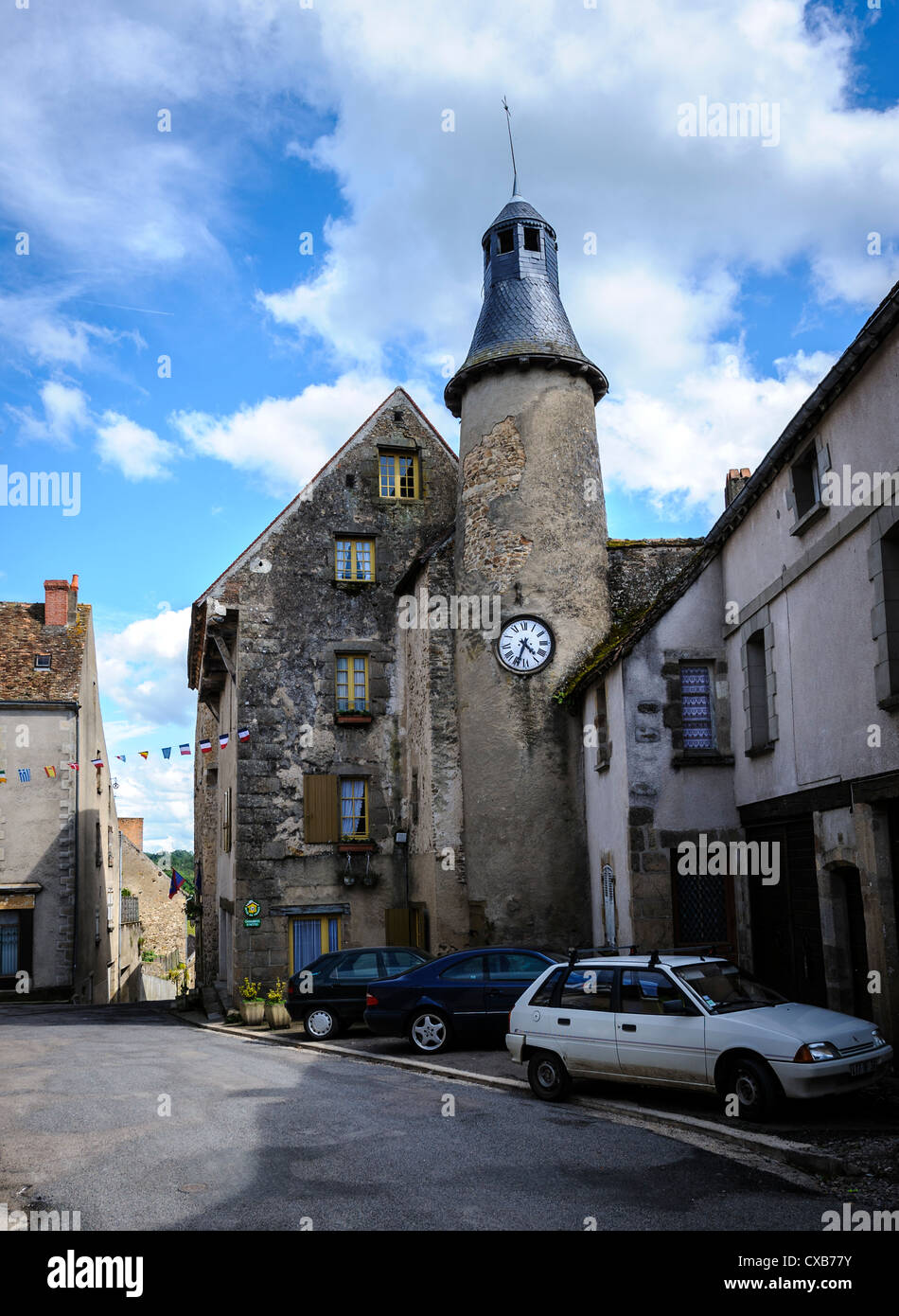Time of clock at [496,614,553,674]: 4:33
